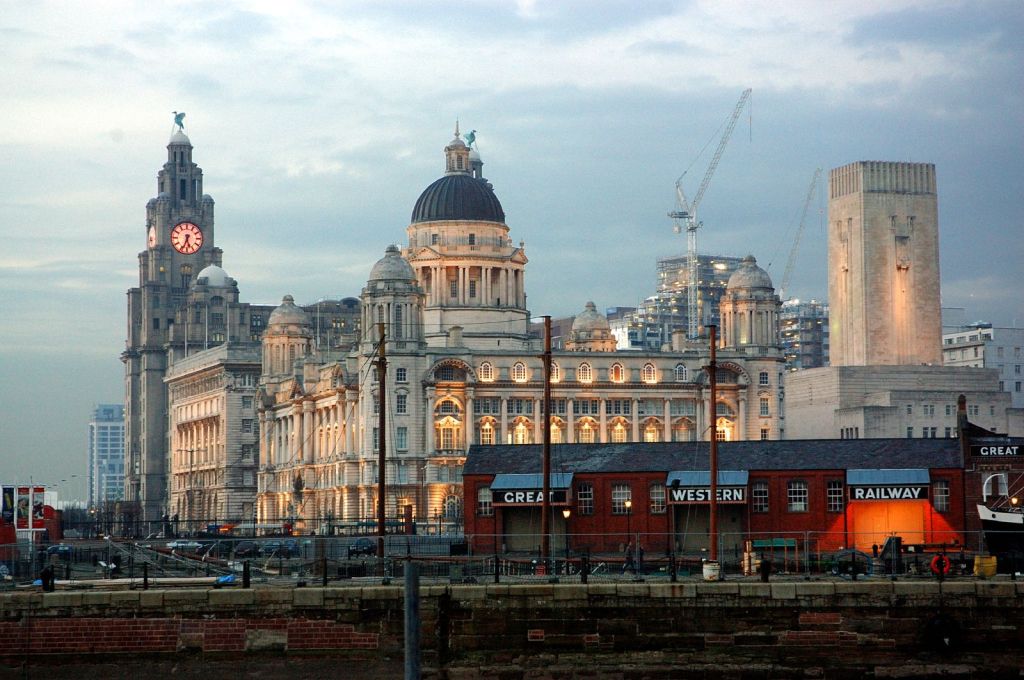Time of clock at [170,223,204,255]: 5:33
